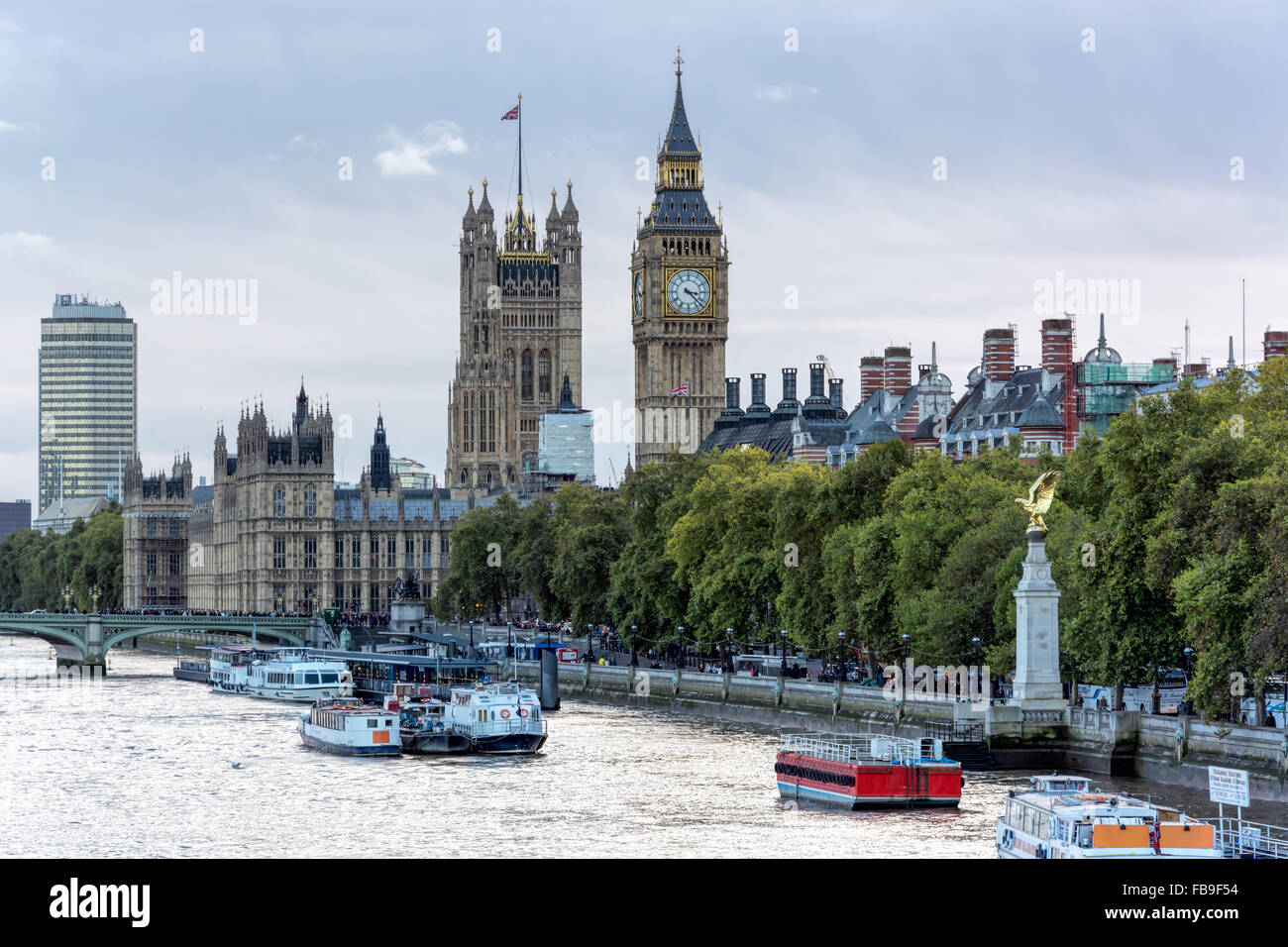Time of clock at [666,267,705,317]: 3:22
